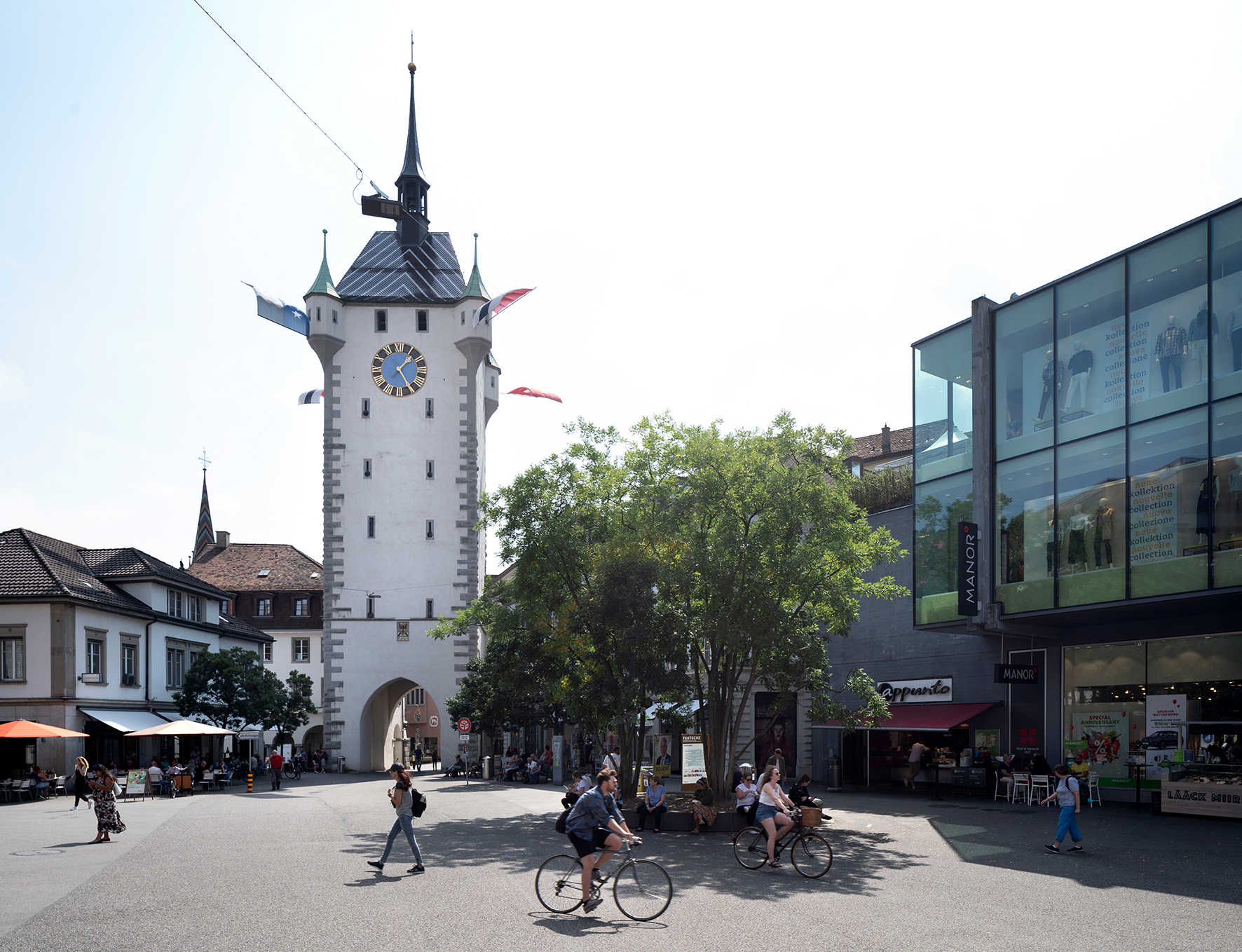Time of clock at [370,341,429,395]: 1:24
